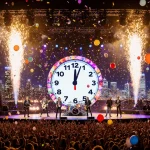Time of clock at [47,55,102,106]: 12:03
